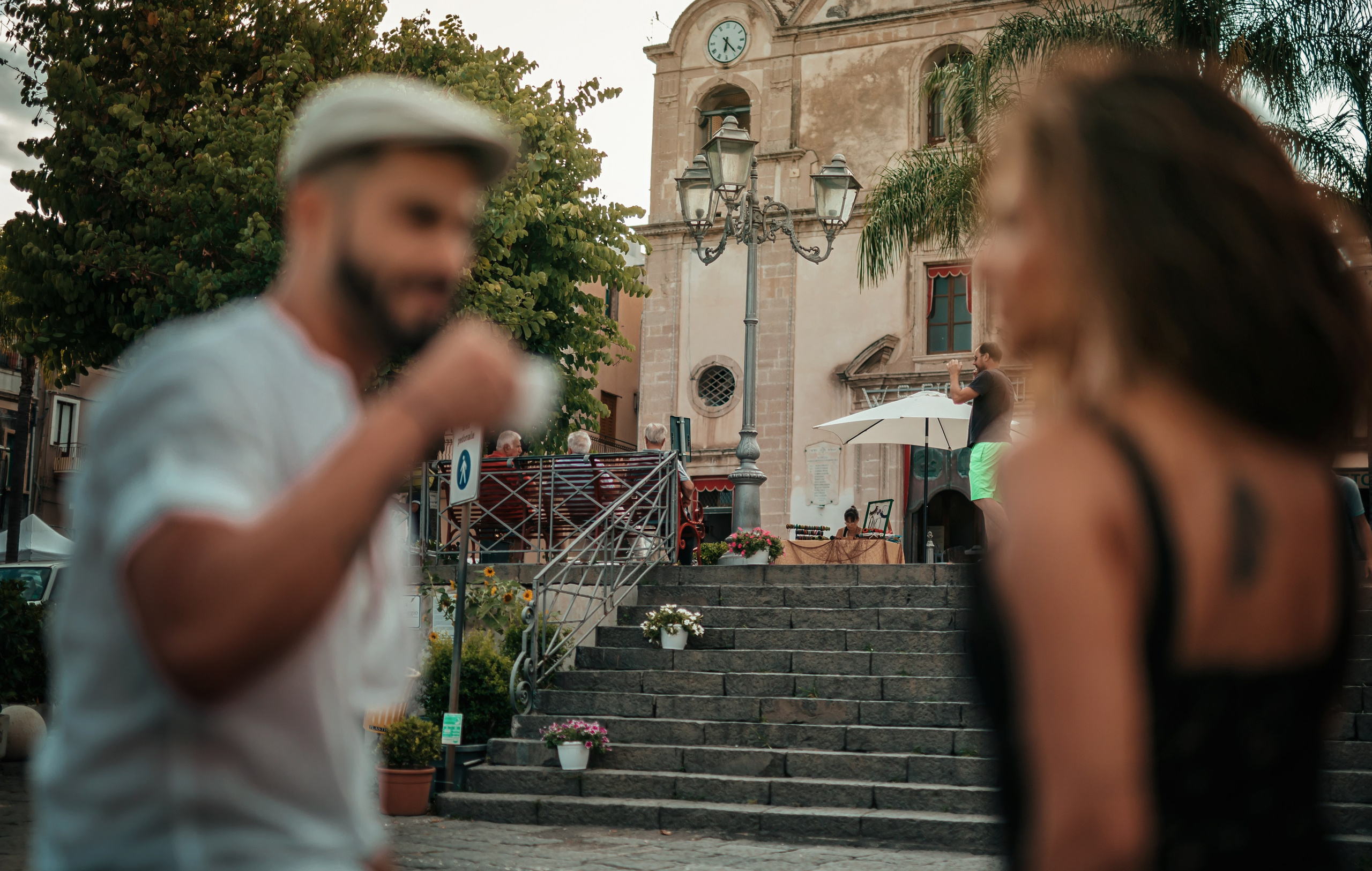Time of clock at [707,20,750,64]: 6:23
